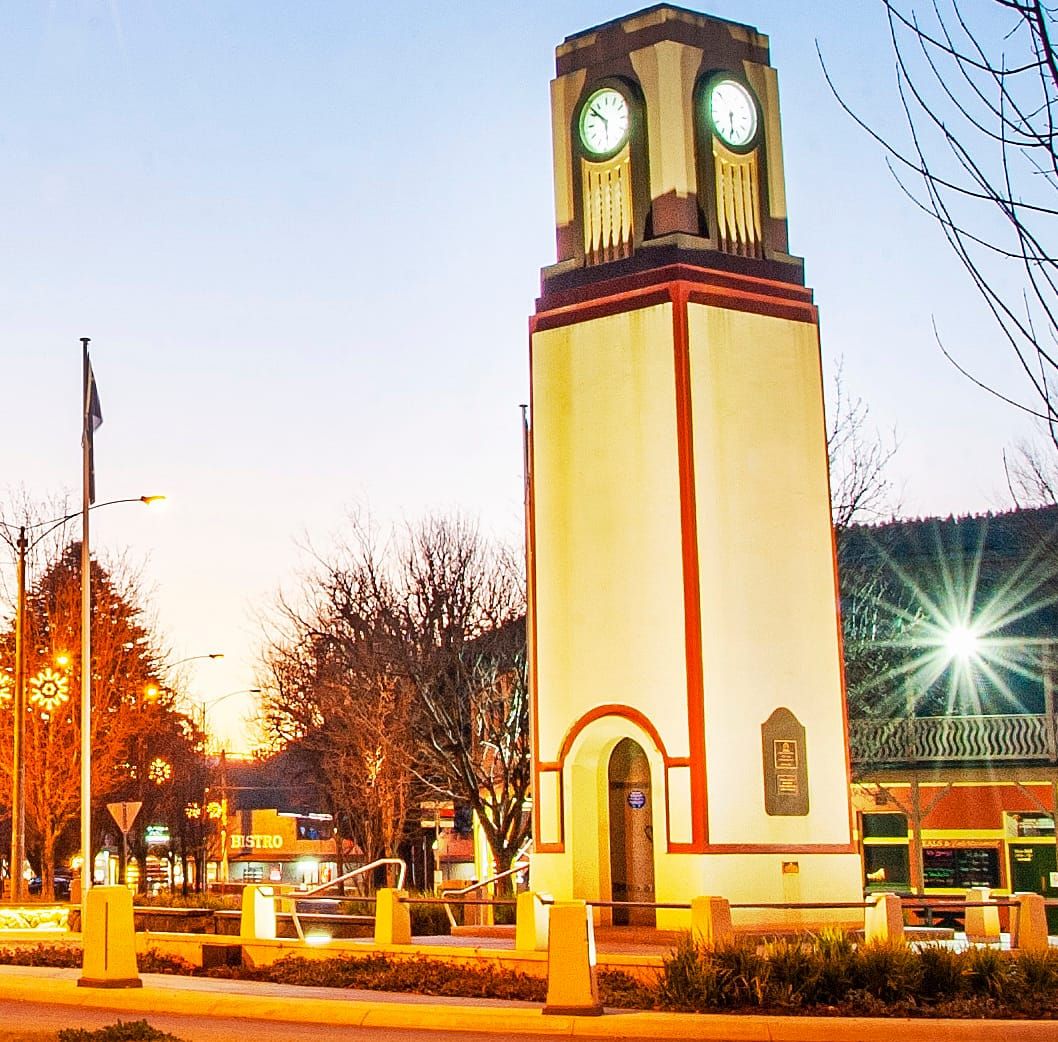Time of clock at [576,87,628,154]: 5:51
